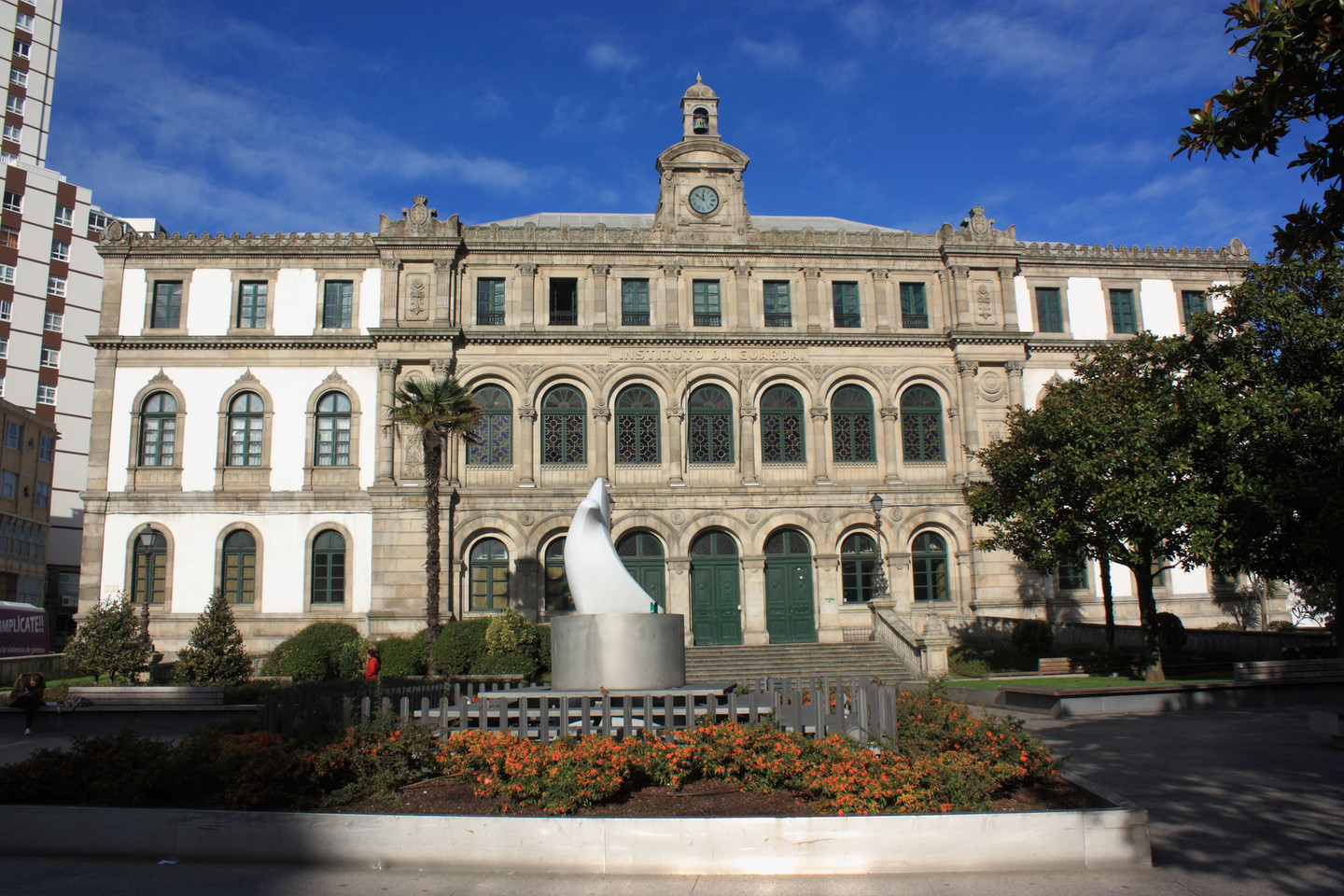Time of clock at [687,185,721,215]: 11:50
